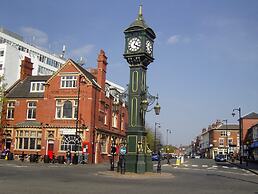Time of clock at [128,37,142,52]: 4:04
